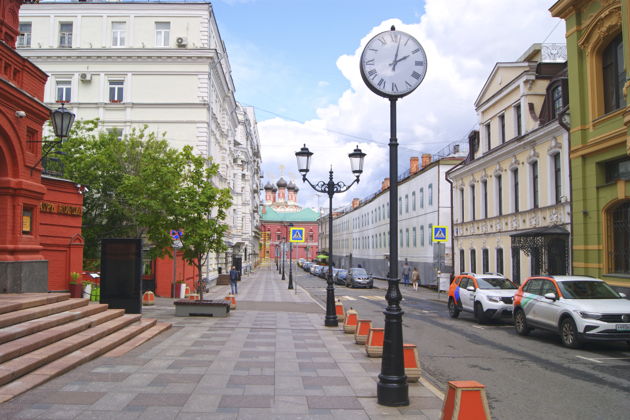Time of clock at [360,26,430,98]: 2:02
